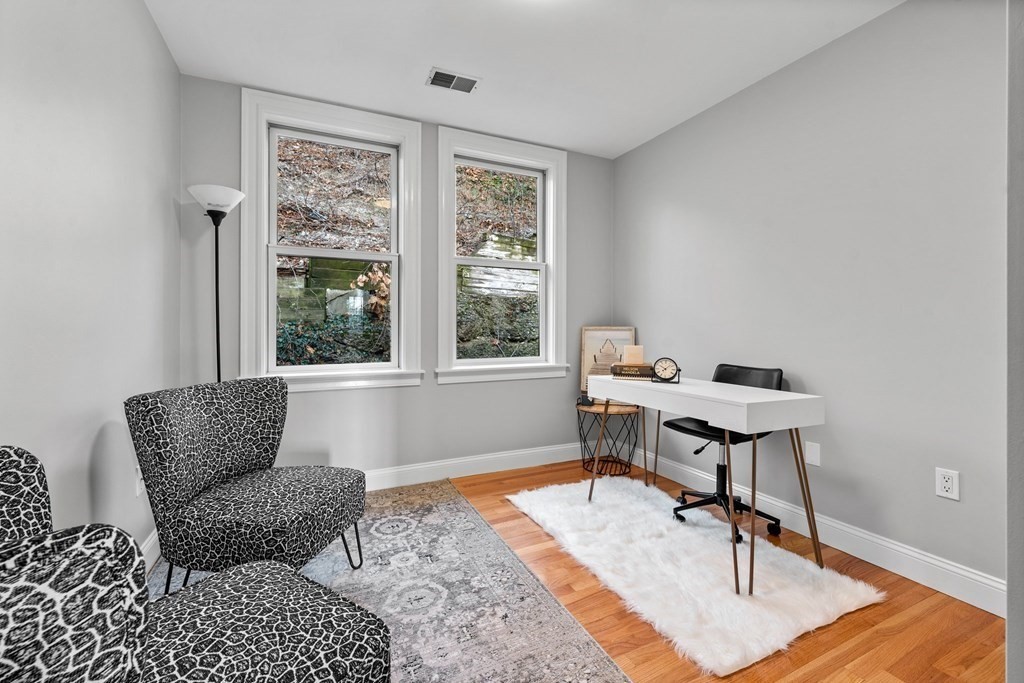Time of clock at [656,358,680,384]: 10:07
